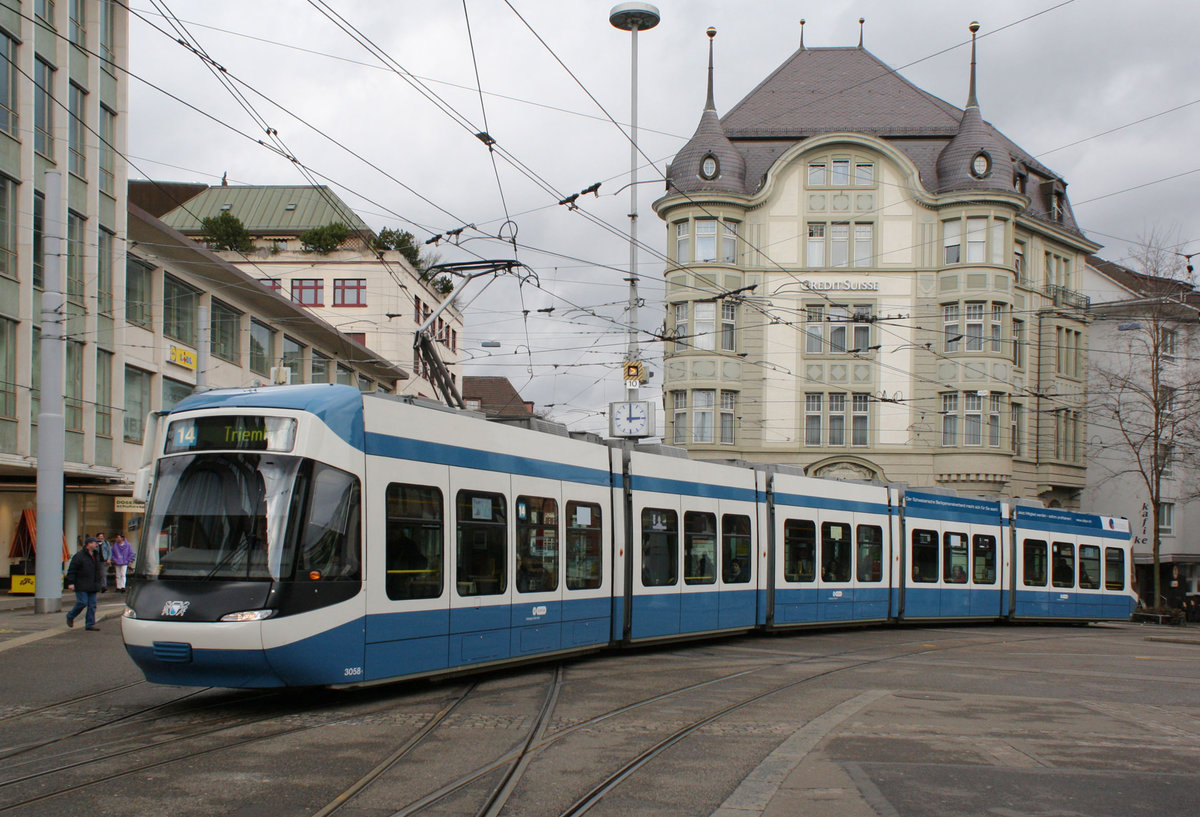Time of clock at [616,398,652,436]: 3:00
